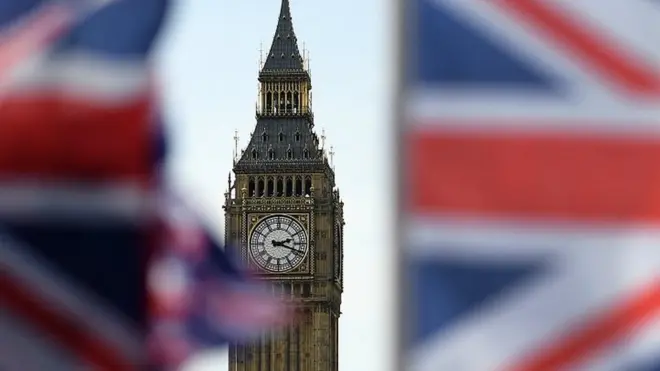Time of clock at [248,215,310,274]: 2:18
